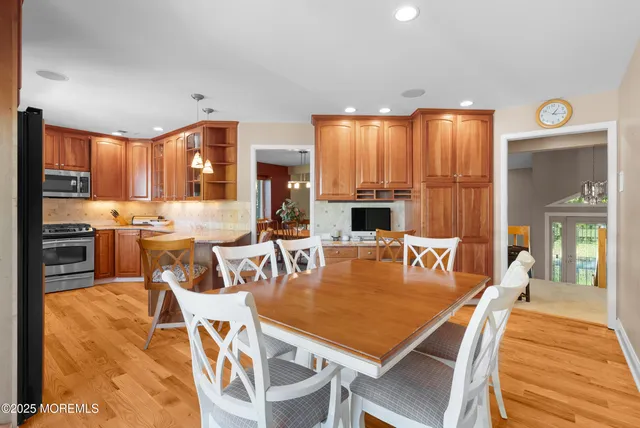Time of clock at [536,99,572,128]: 1:16
